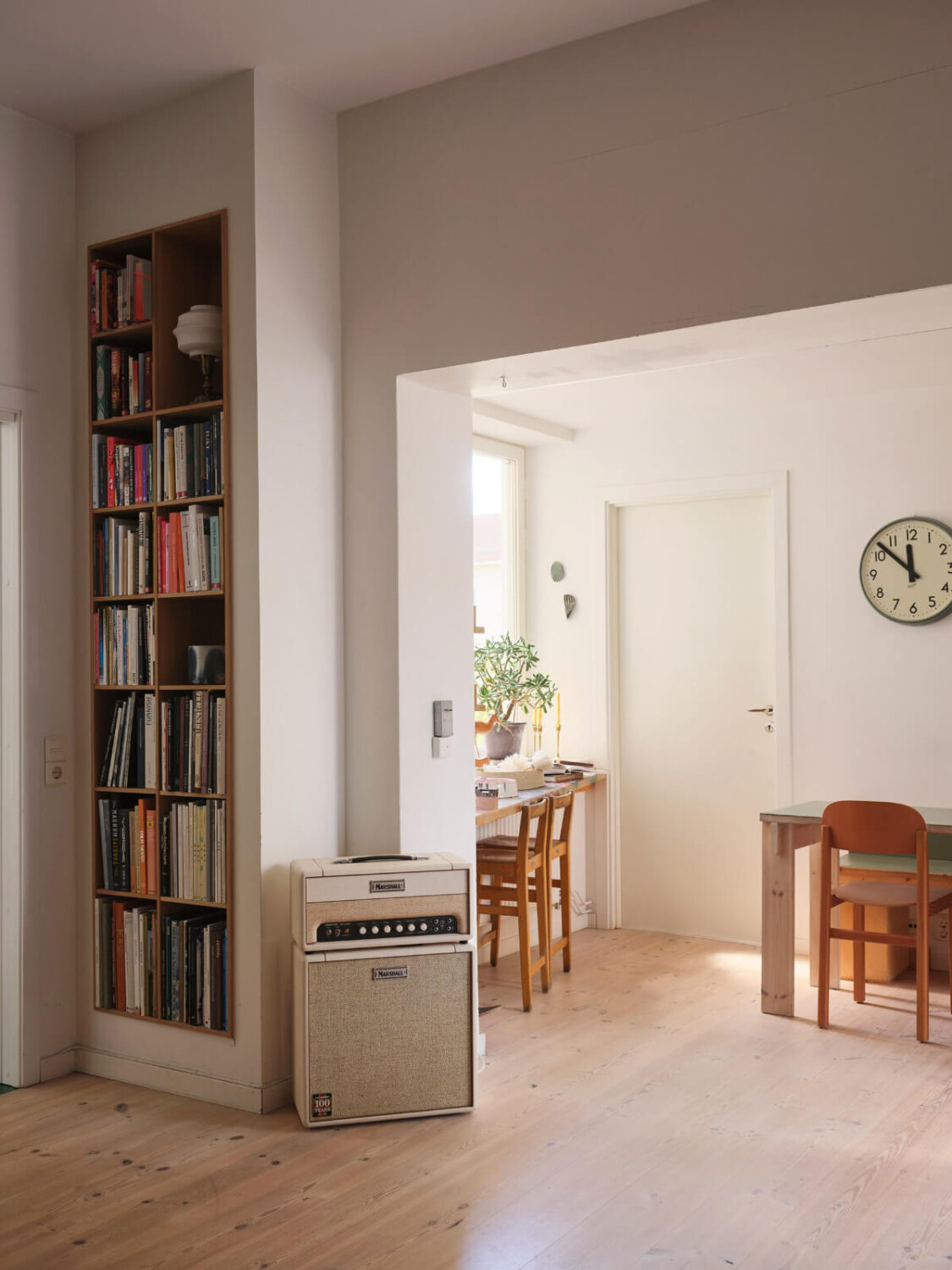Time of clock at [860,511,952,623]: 11:52
